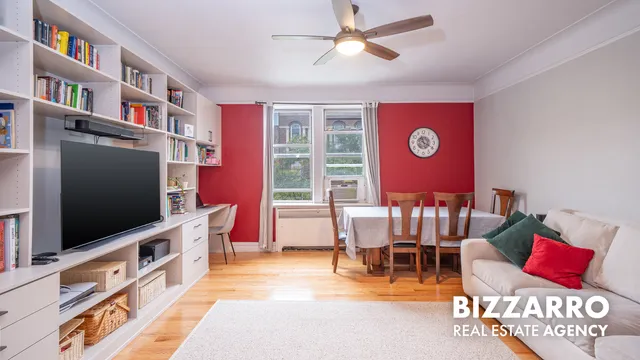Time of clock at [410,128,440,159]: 11:19
